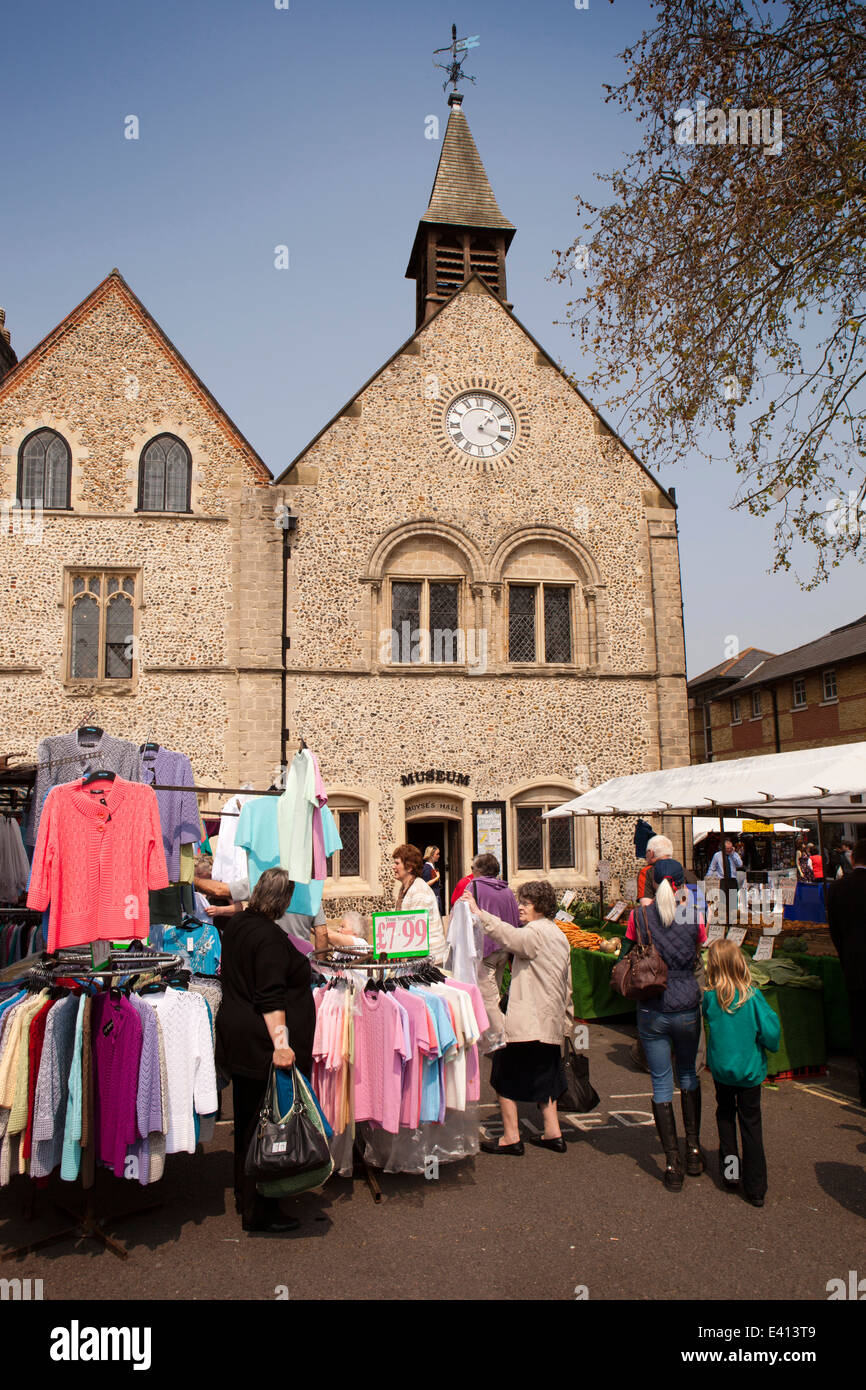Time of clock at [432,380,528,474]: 1:18
